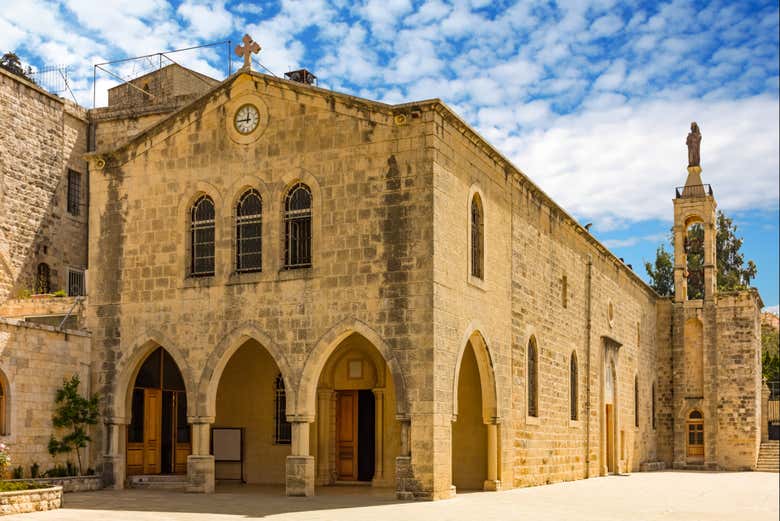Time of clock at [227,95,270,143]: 11:44
